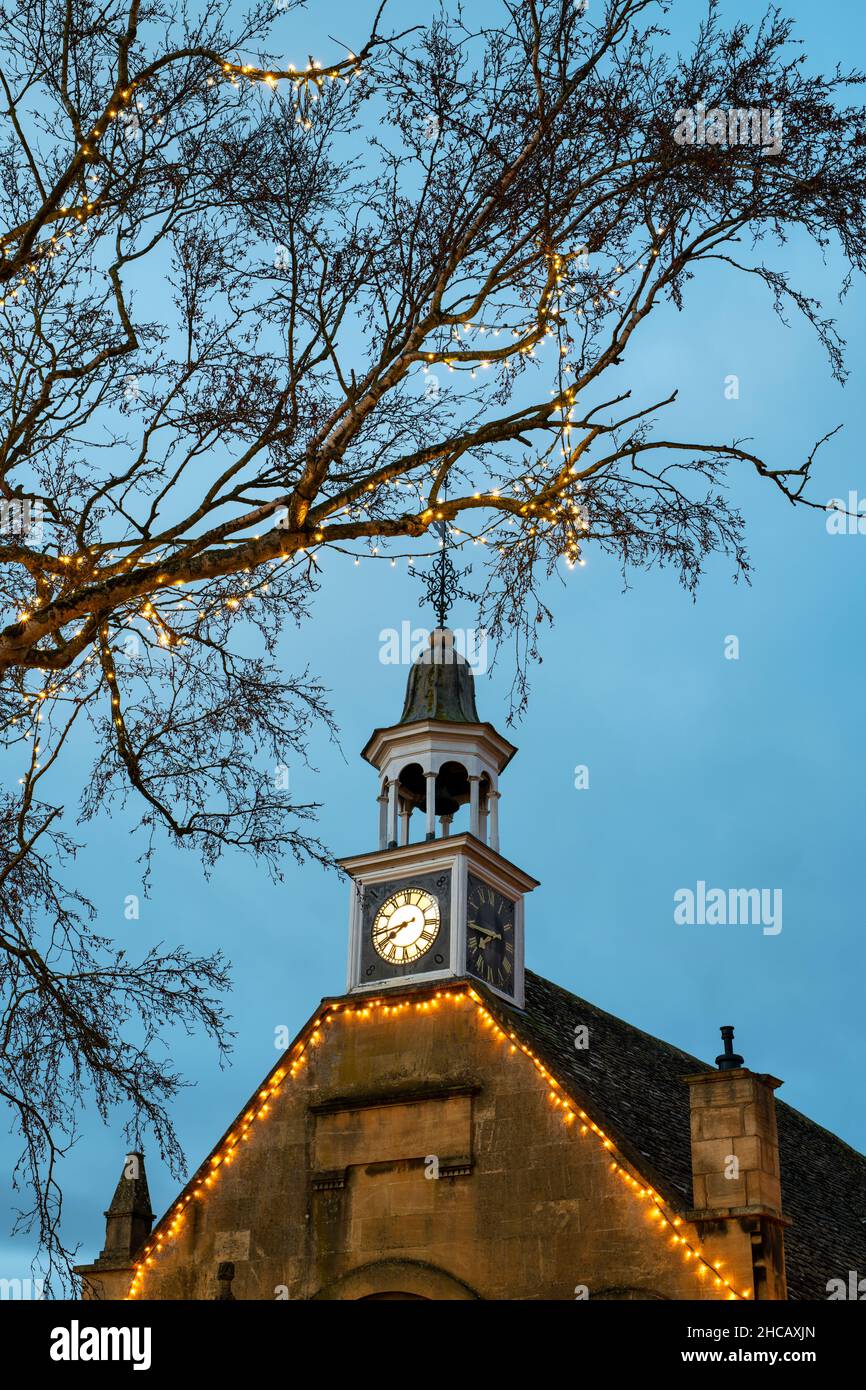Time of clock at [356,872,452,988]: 7:43
